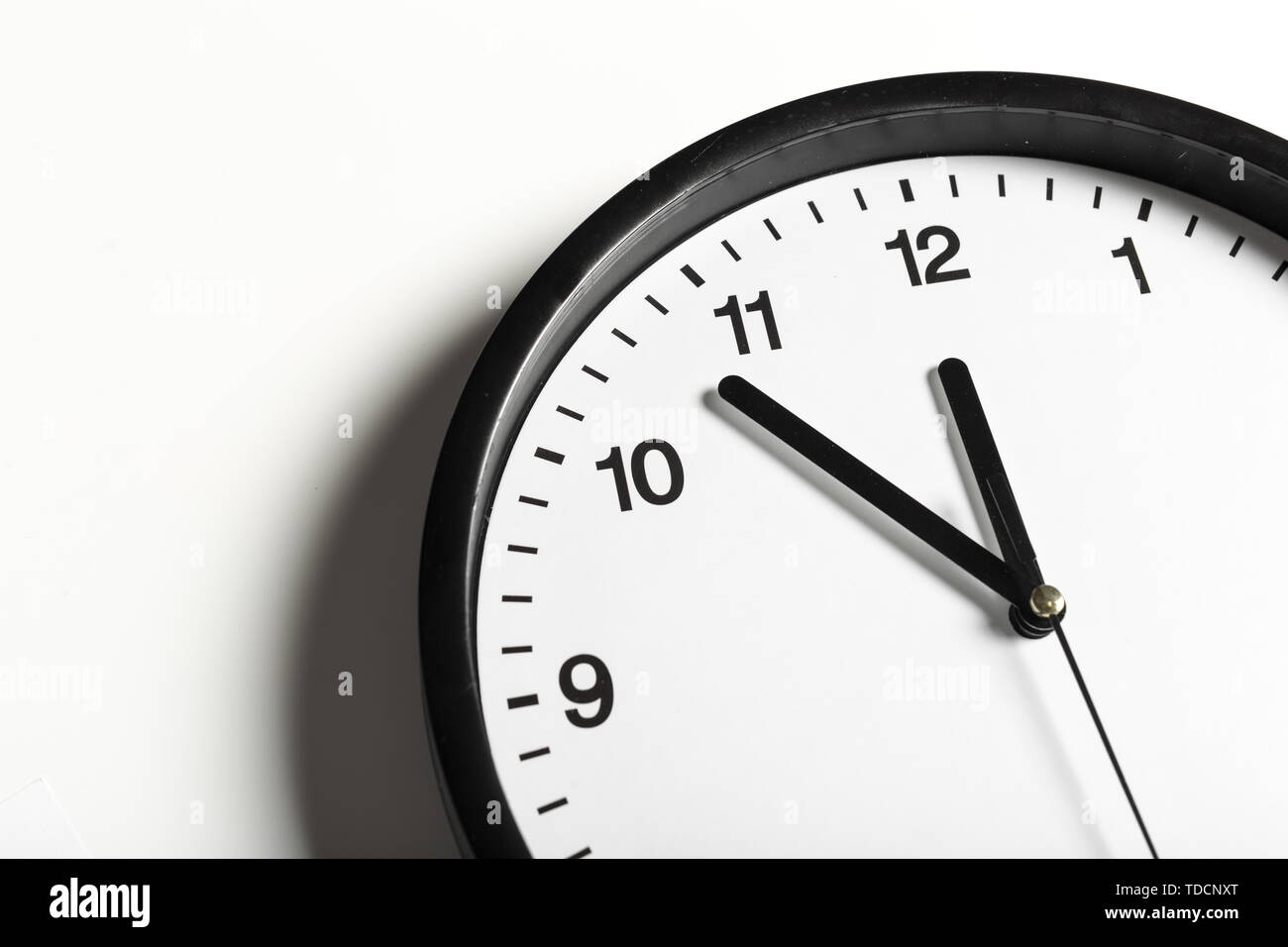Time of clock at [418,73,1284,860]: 11:52
